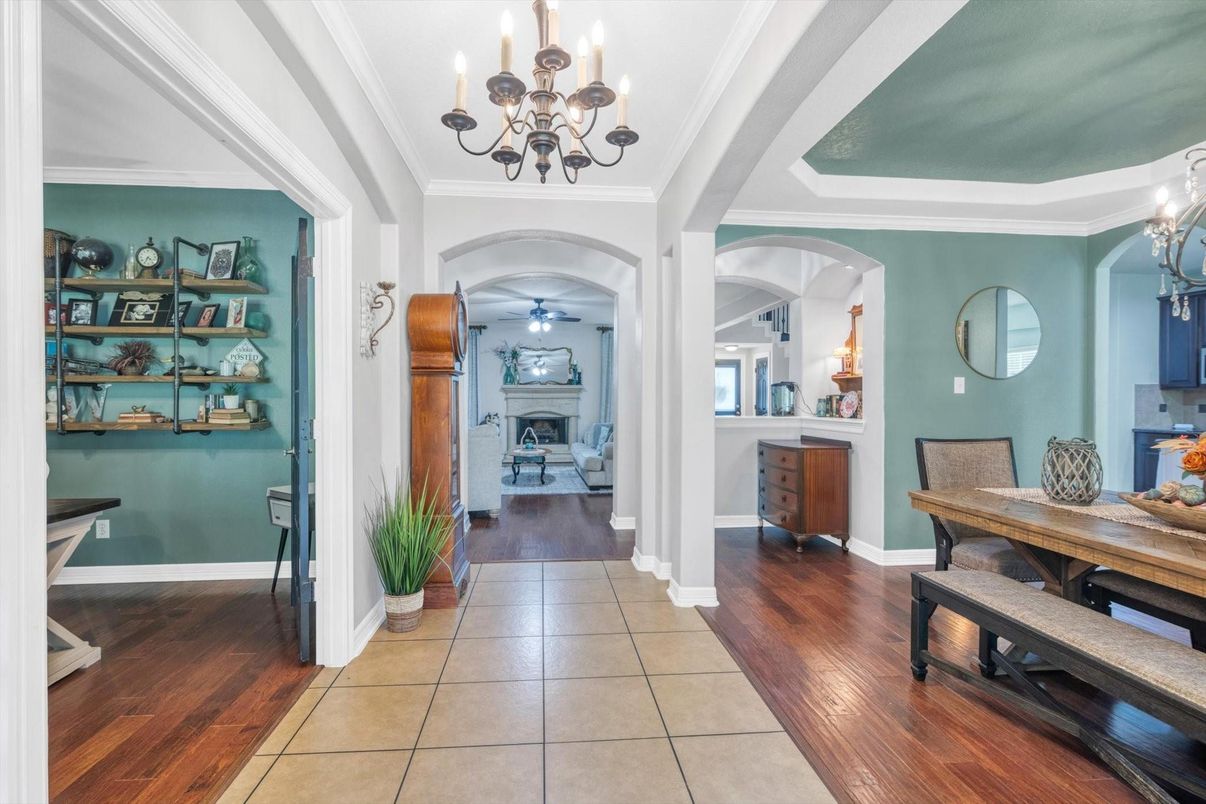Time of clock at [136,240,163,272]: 4:34
